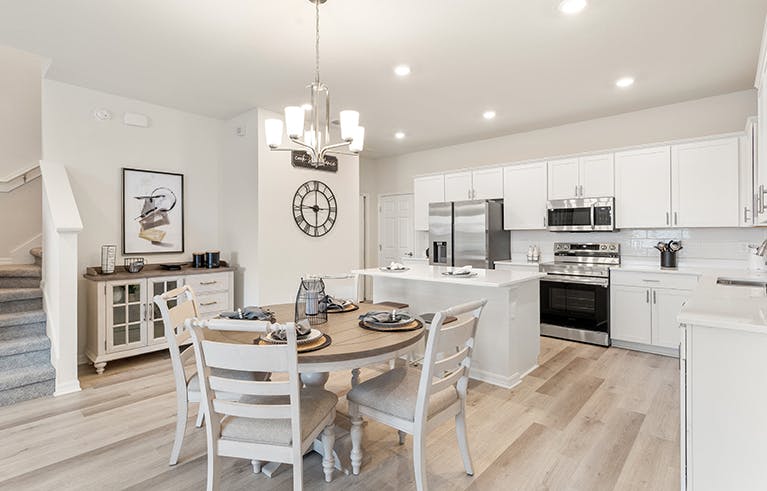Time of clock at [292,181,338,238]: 5:59
